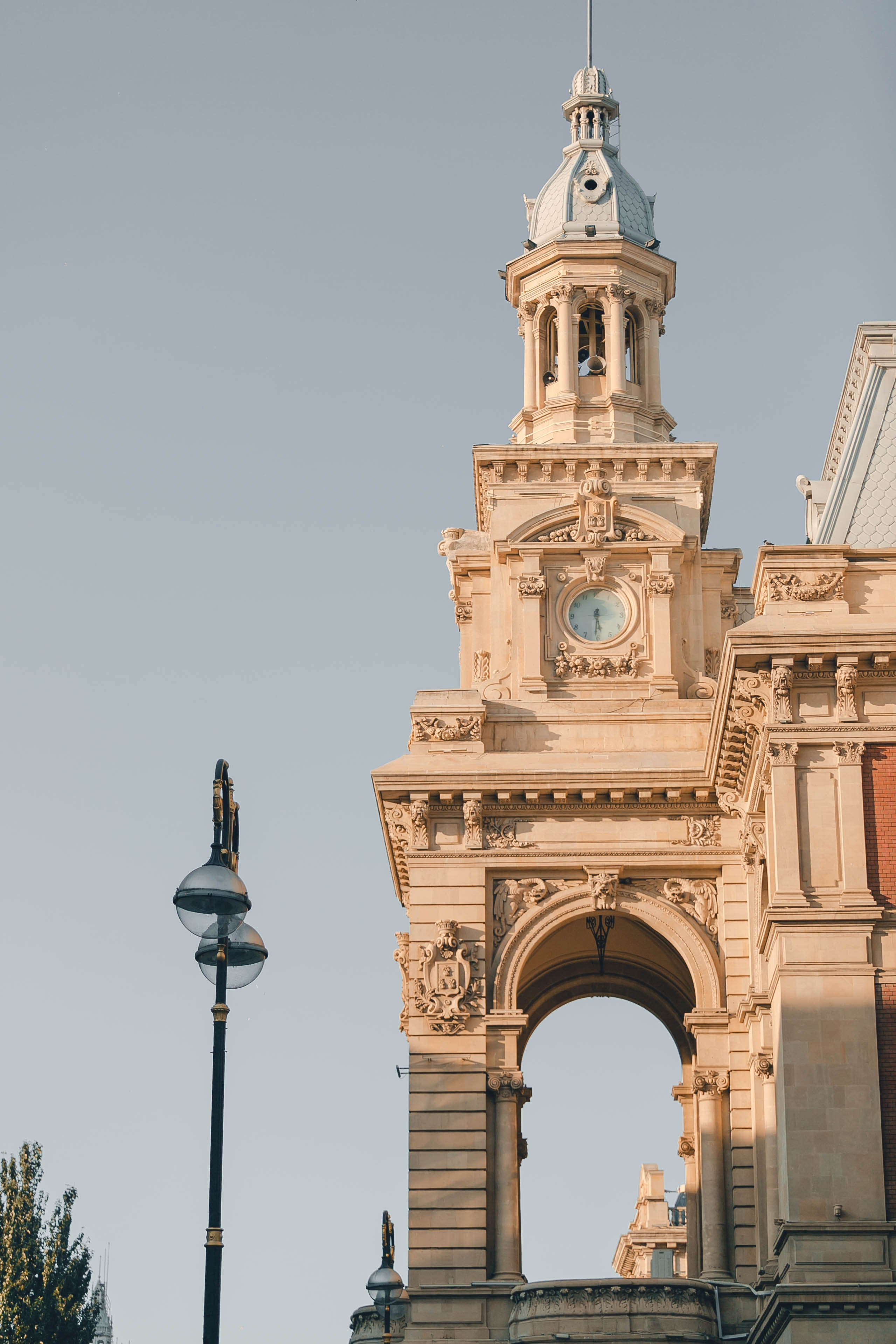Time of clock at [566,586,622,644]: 5:30
